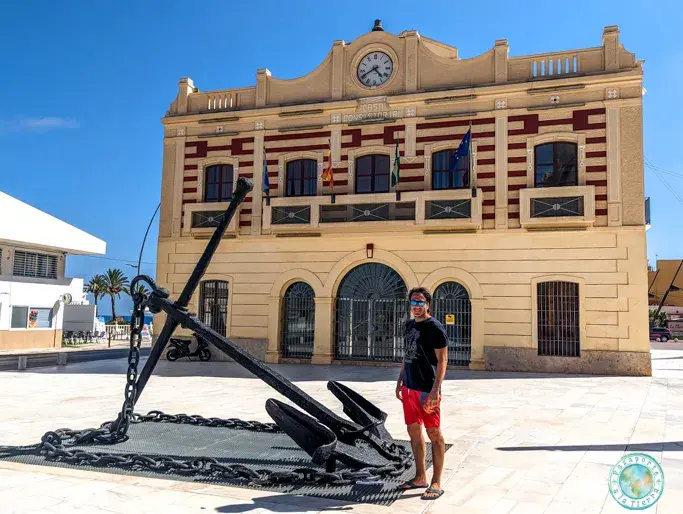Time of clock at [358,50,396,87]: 4:40
